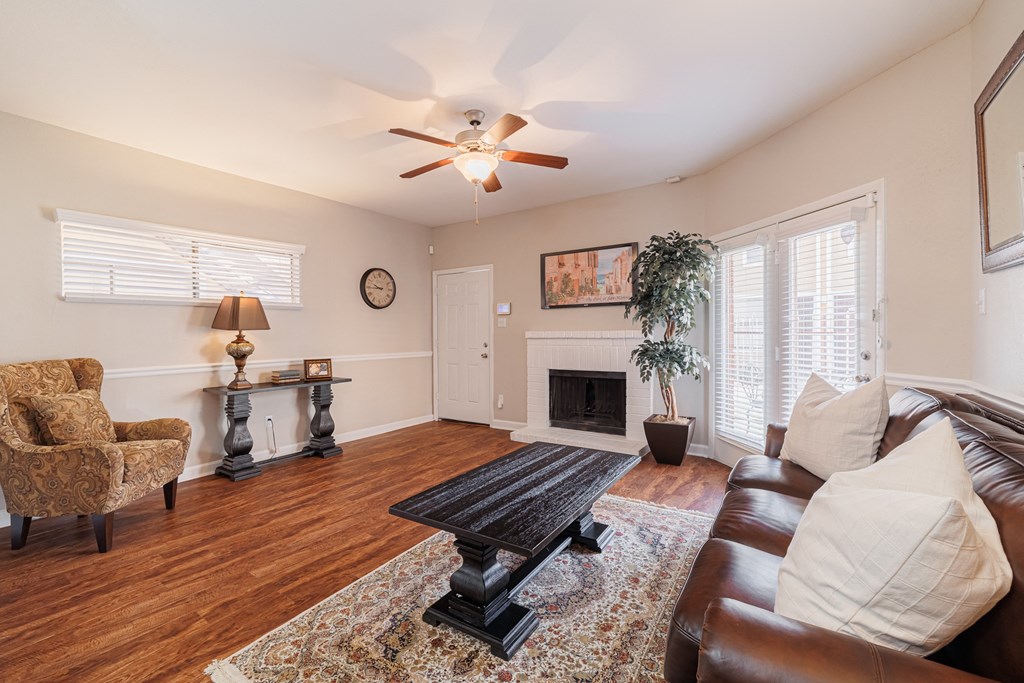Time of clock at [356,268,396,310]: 9:44
